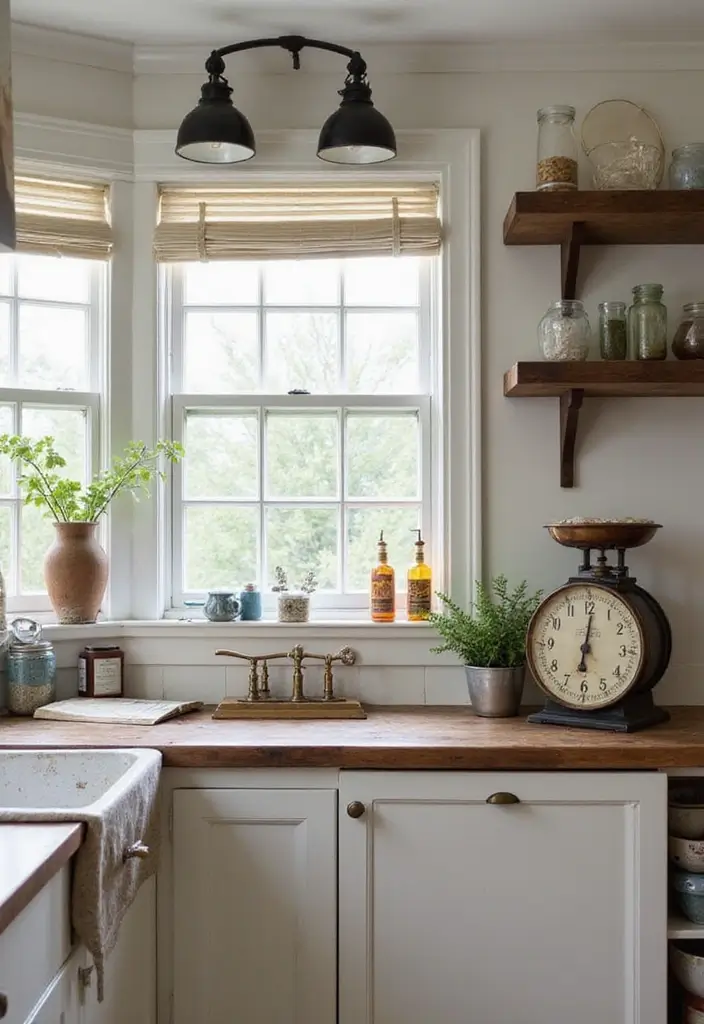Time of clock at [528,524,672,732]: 6:00
